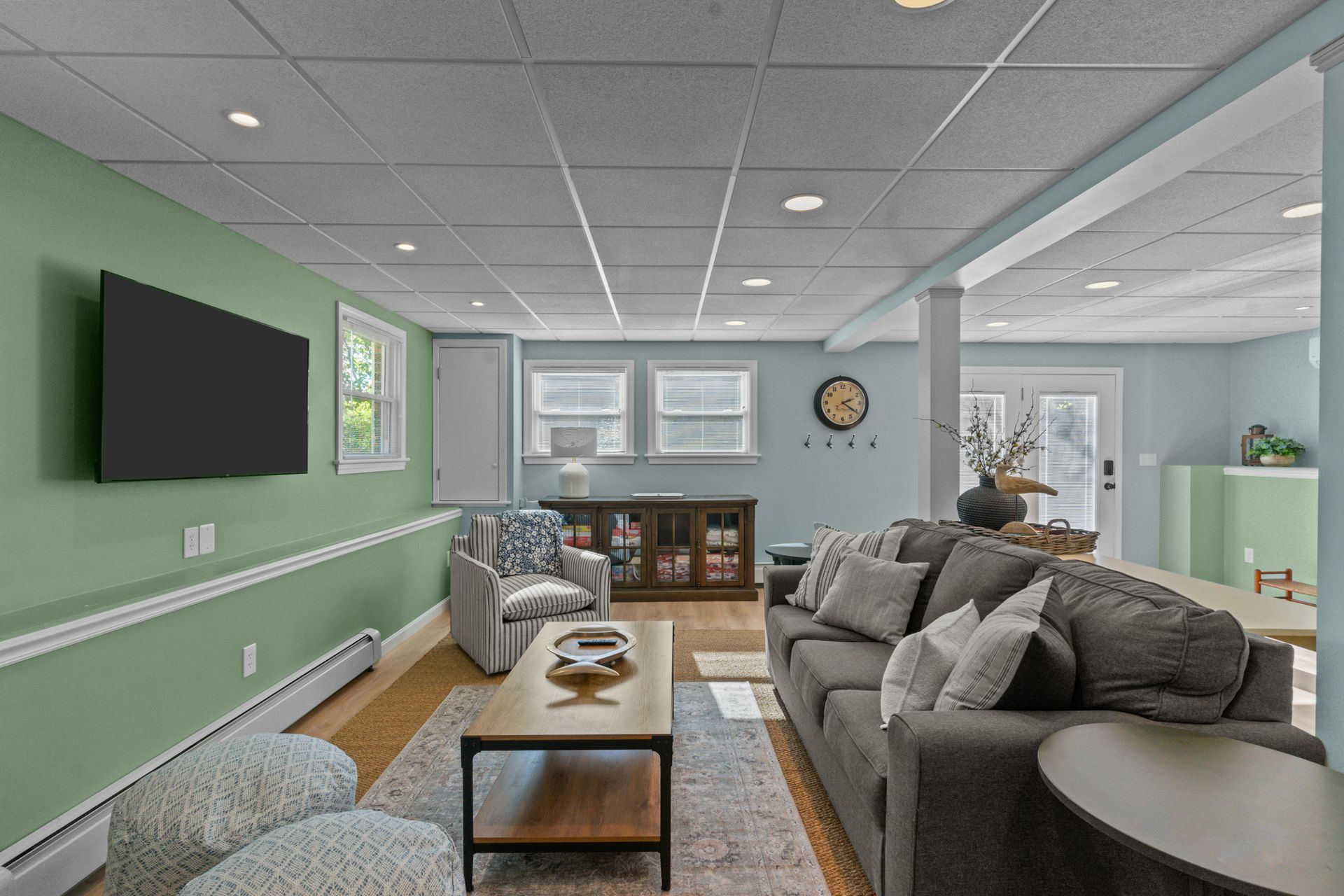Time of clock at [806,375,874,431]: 2:20
